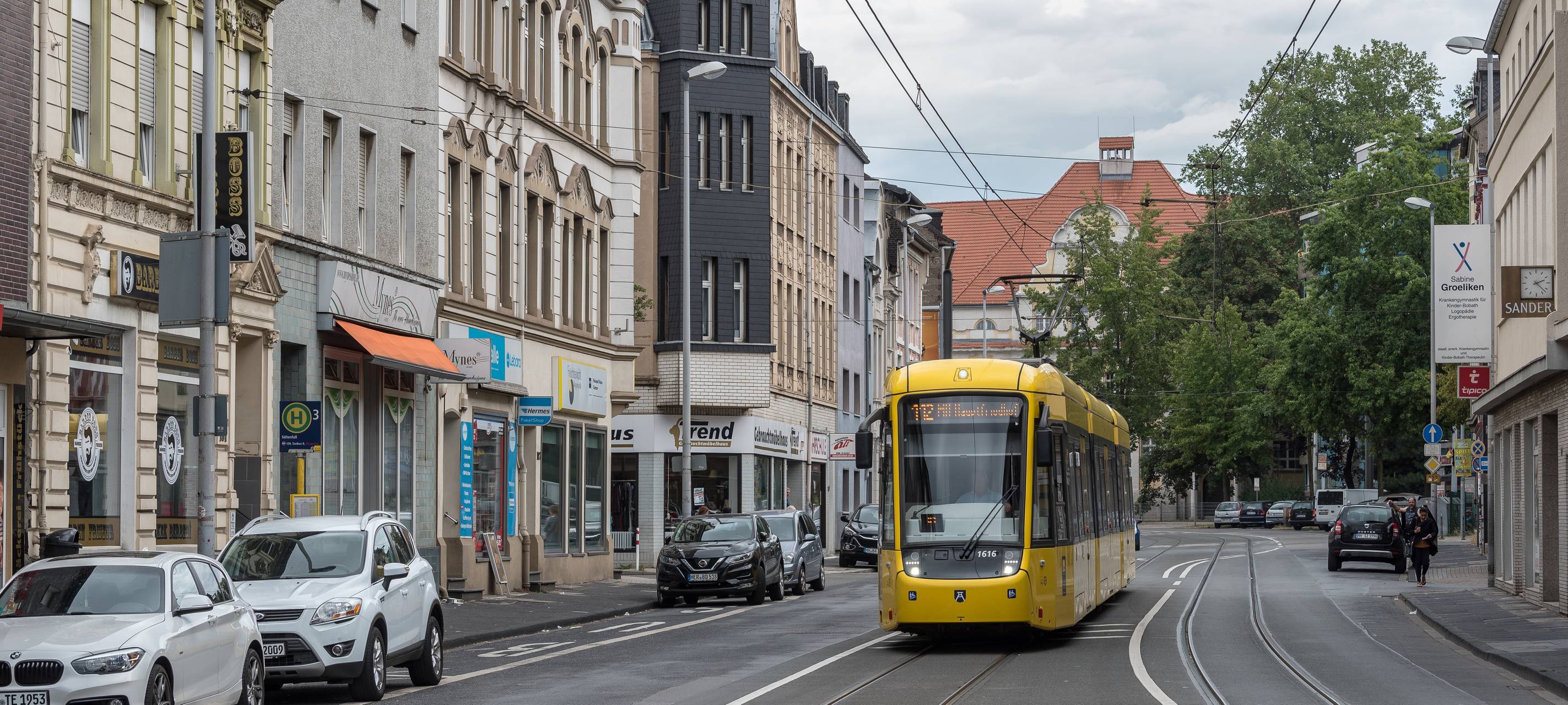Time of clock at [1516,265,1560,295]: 2:22
